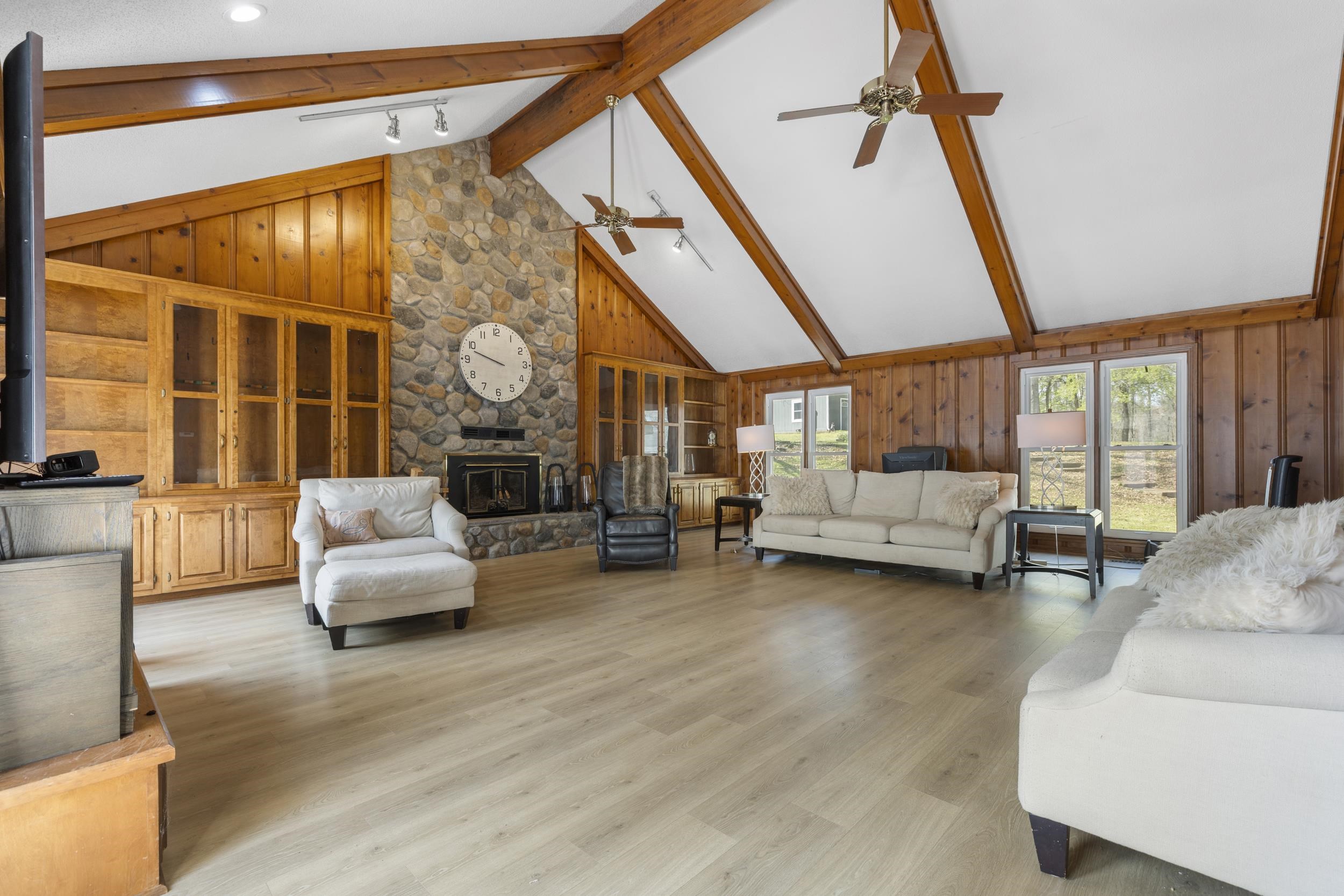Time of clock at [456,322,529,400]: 9:48
